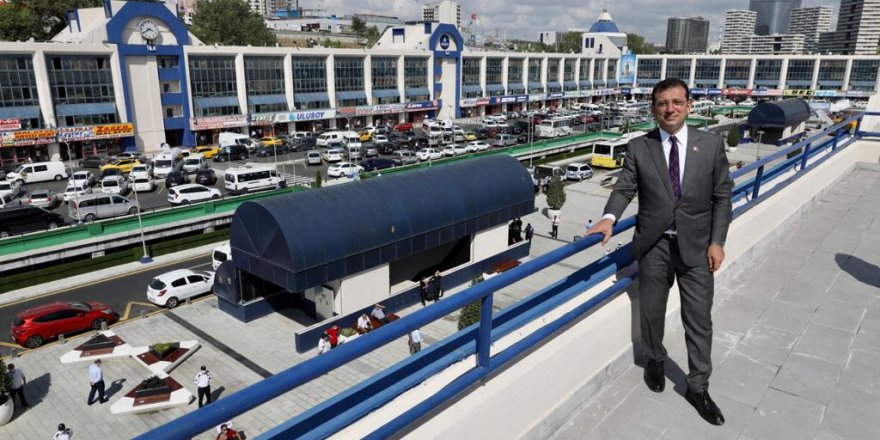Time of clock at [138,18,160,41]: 3:40
